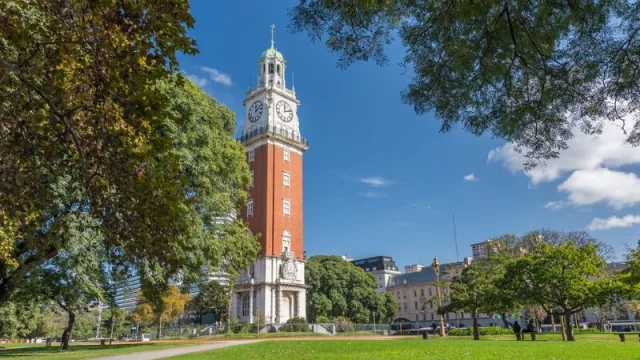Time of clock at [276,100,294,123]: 12:11
